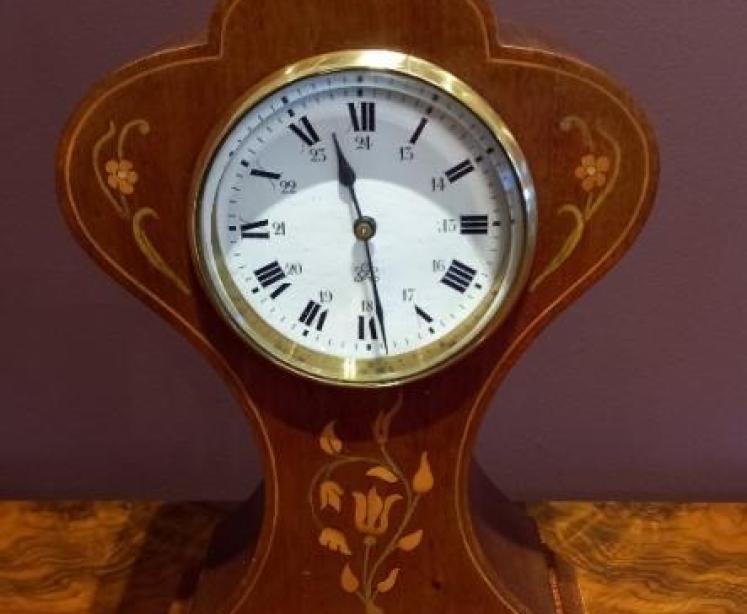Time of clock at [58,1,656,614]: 11:28
